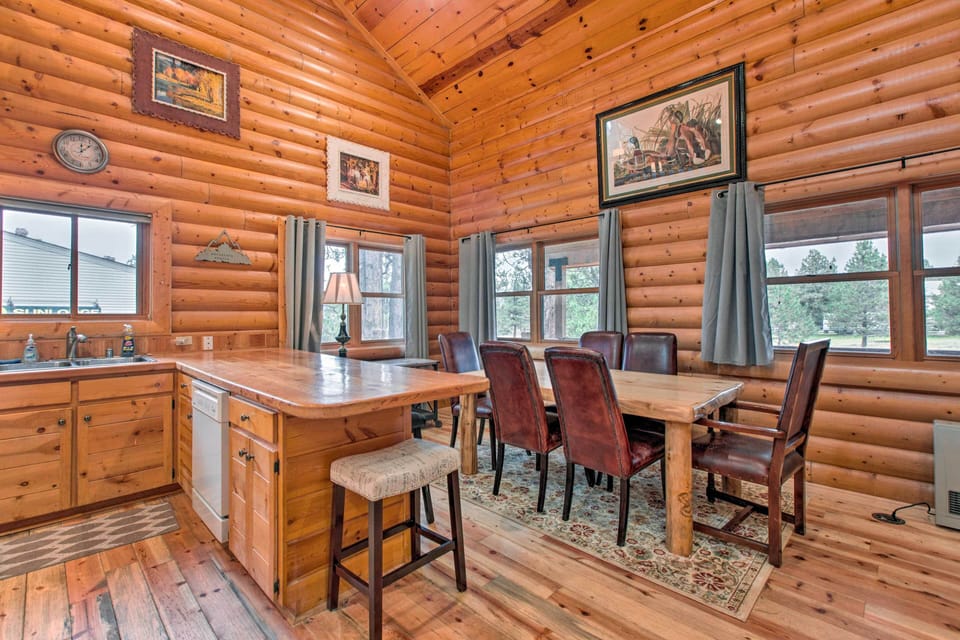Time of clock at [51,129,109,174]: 12:07
